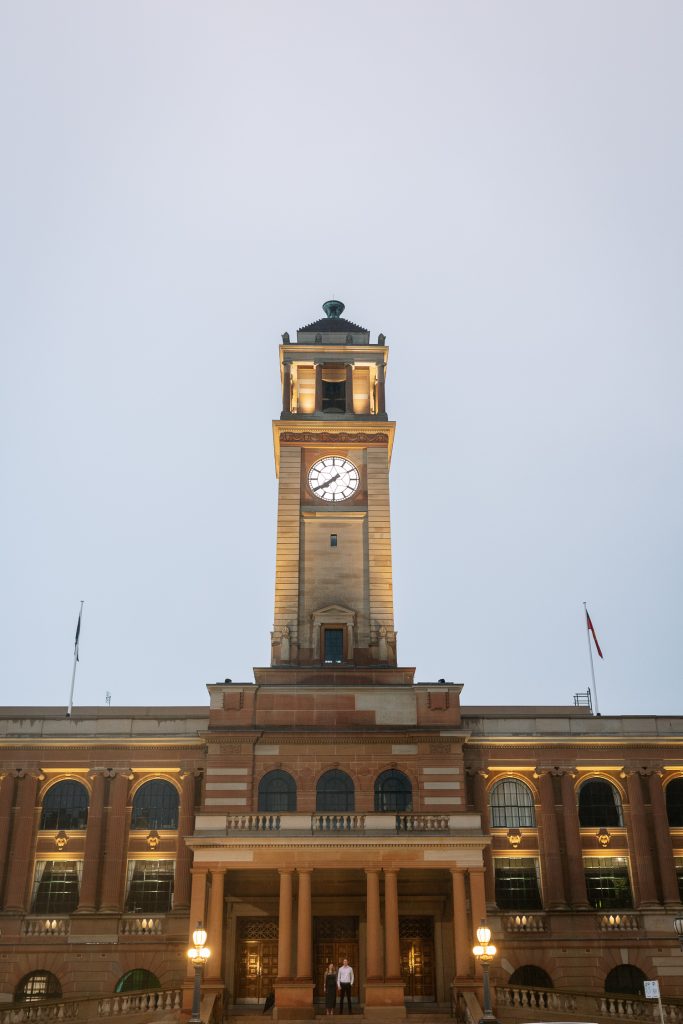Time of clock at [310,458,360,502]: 7:39
